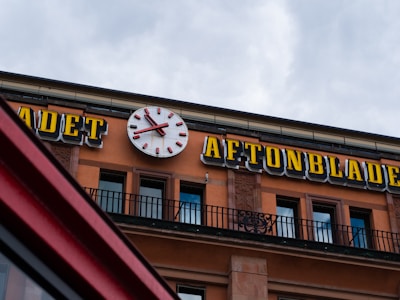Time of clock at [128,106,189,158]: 10:41
